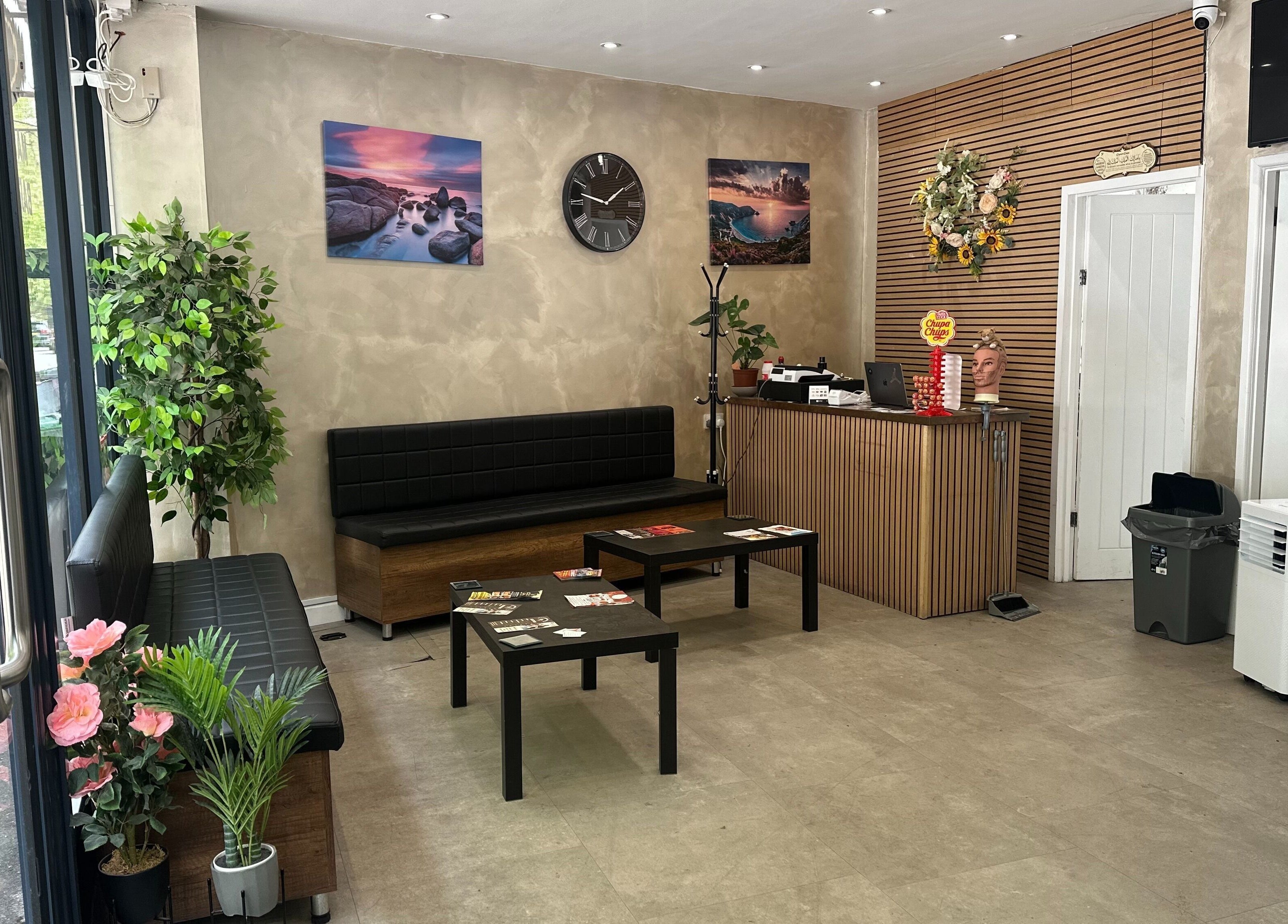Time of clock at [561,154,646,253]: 1:47
